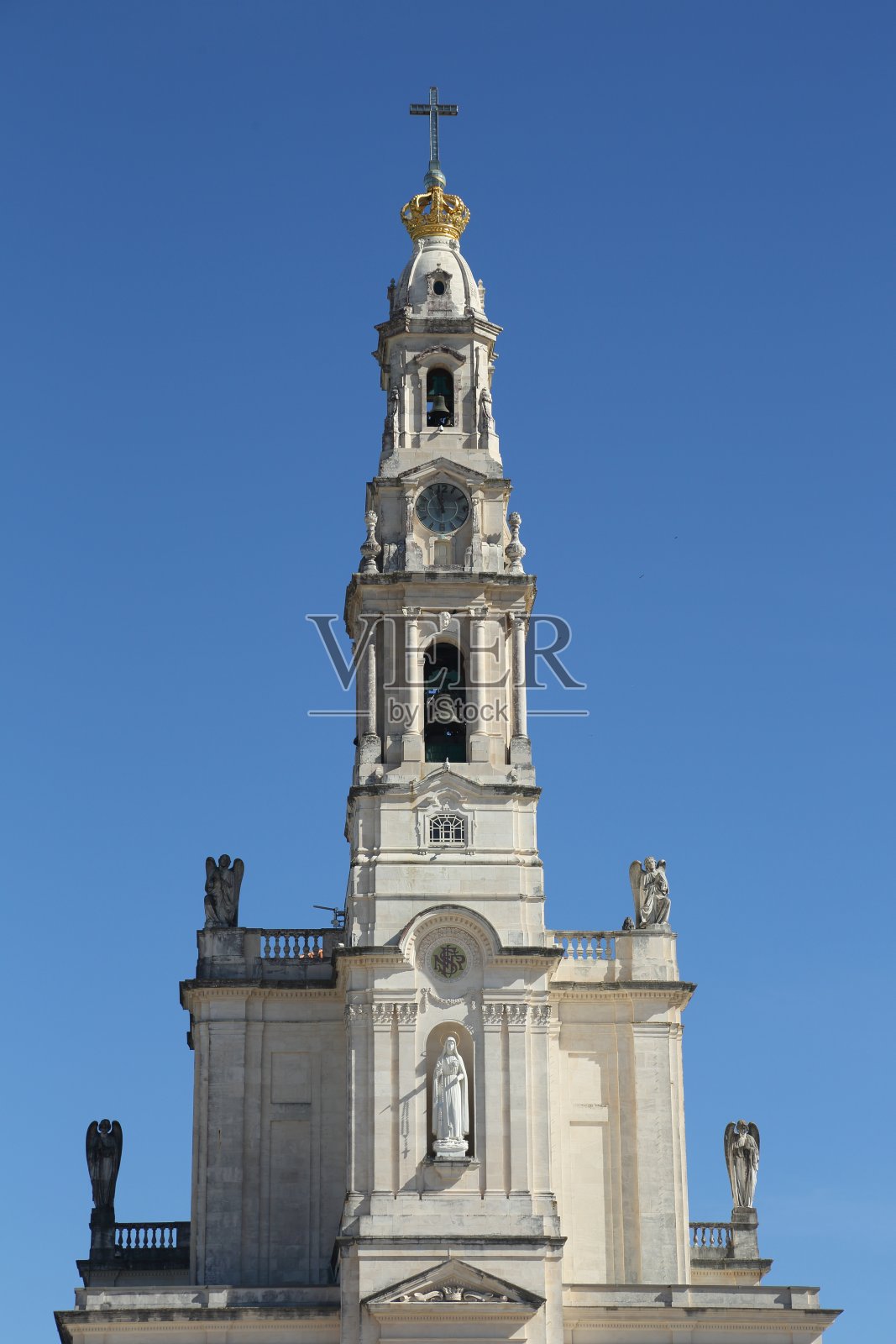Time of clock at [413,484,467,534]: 11:56
